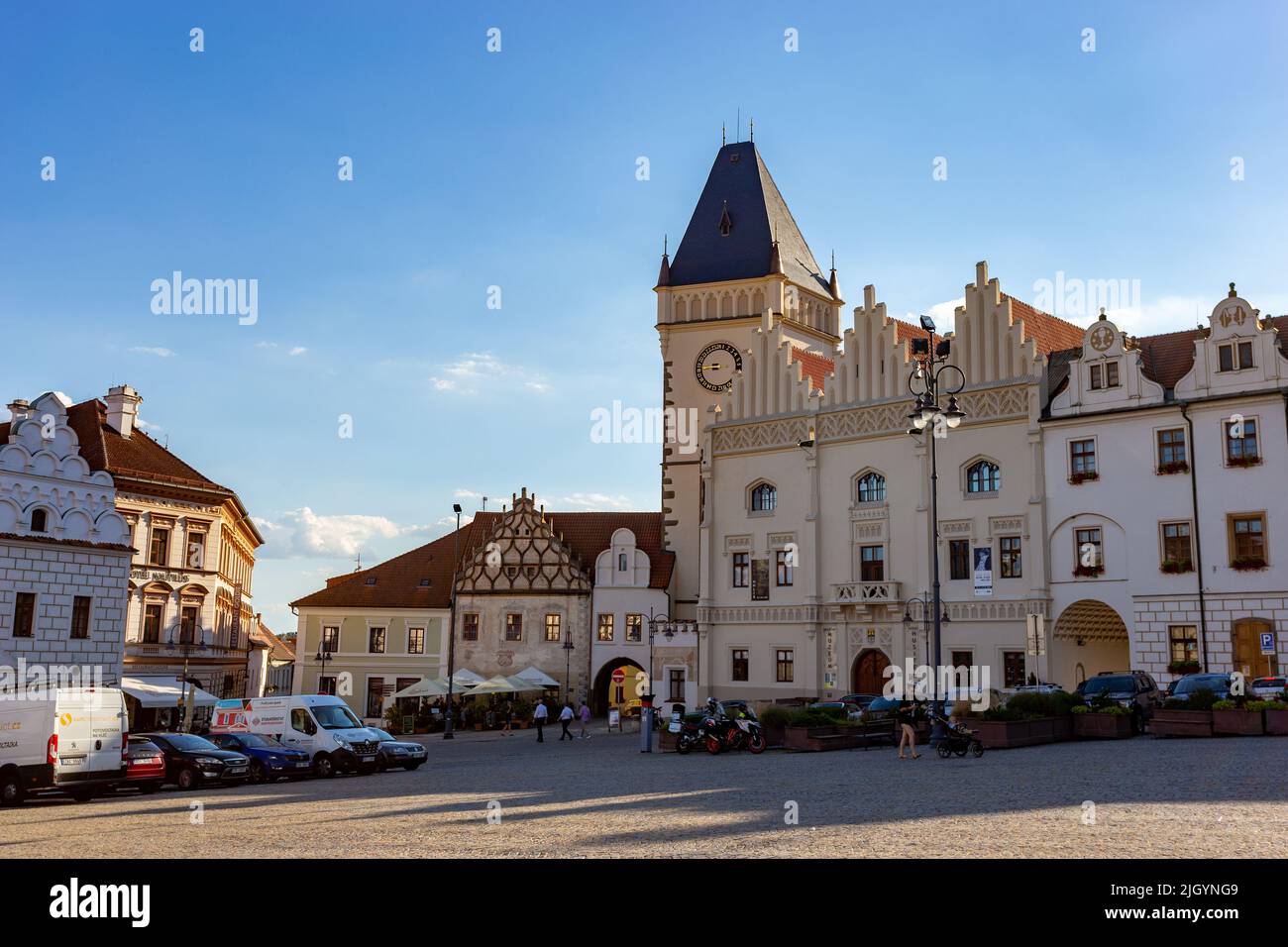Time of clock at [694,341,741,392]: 8:43
